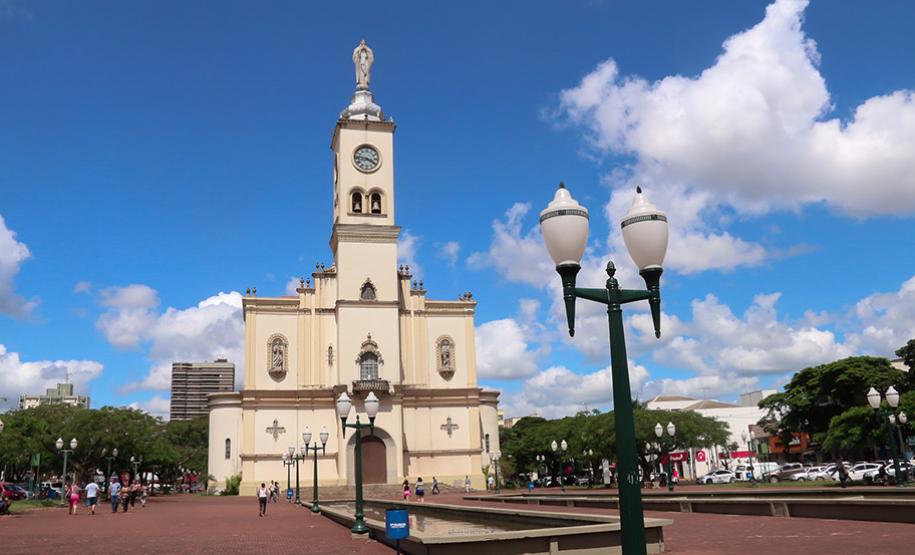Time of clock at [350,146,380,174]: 3:46
